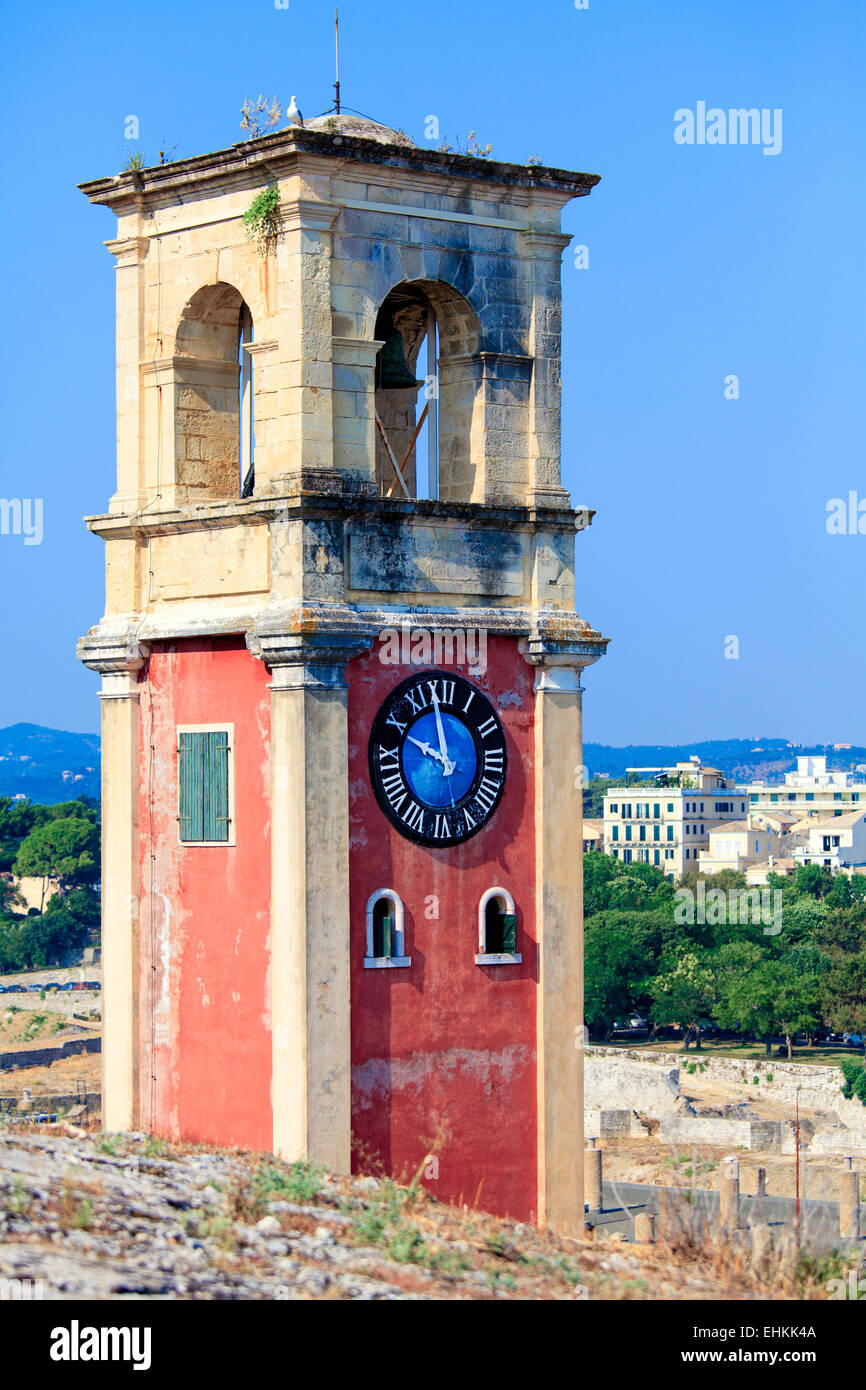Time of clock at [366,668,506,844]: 9:58
